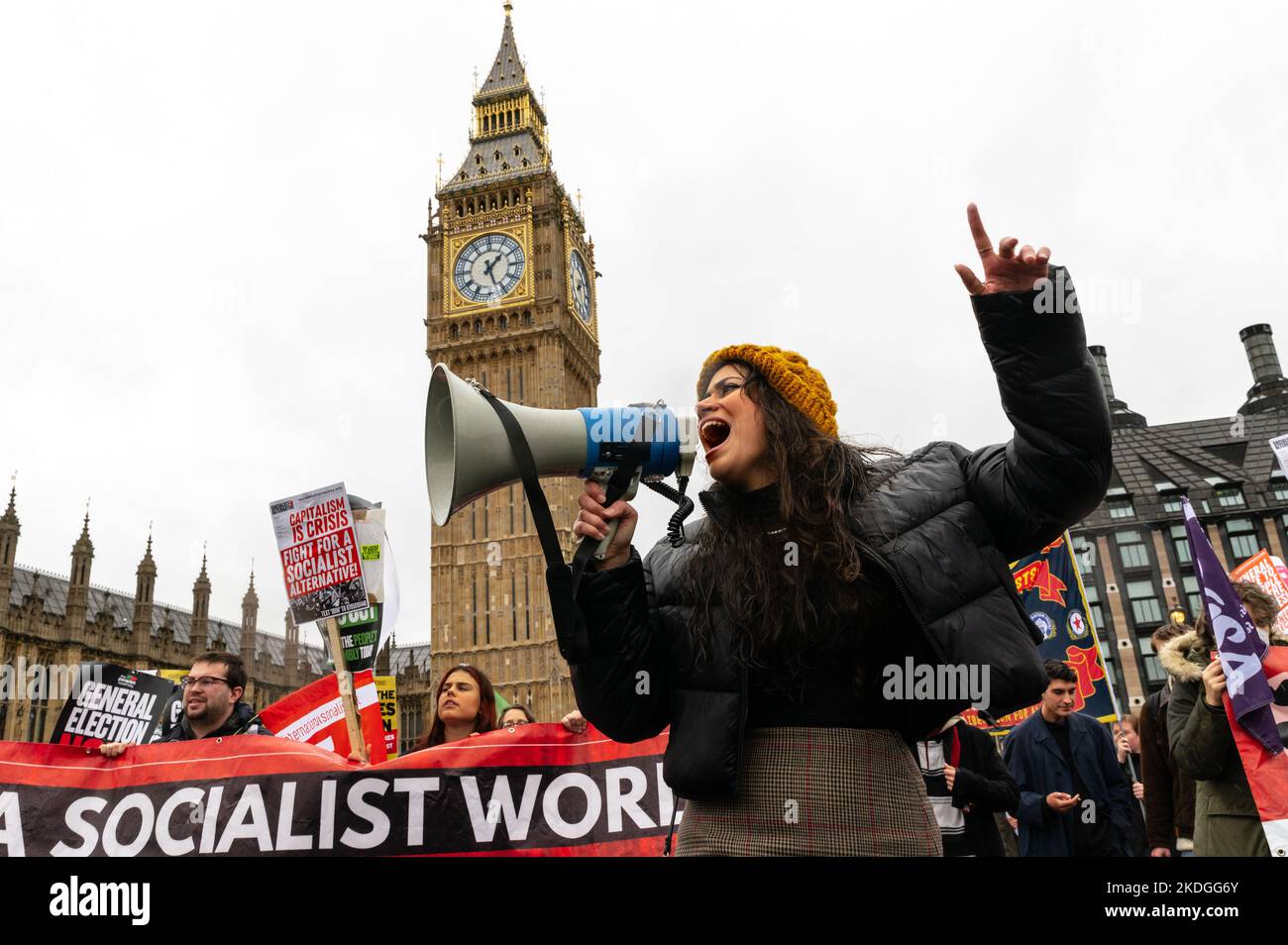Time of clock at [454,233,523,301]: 1:26
